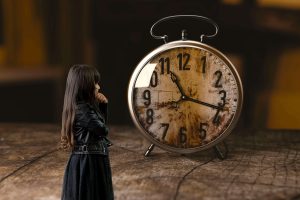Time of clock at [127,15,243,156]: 11:17
